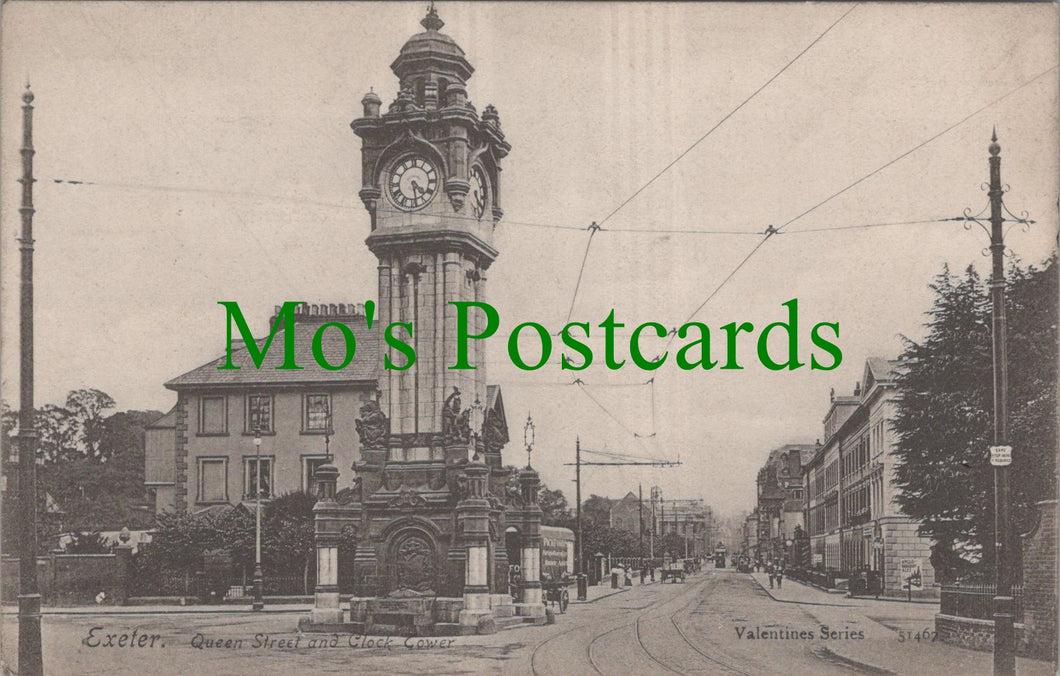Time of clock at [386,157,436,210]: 4:28
